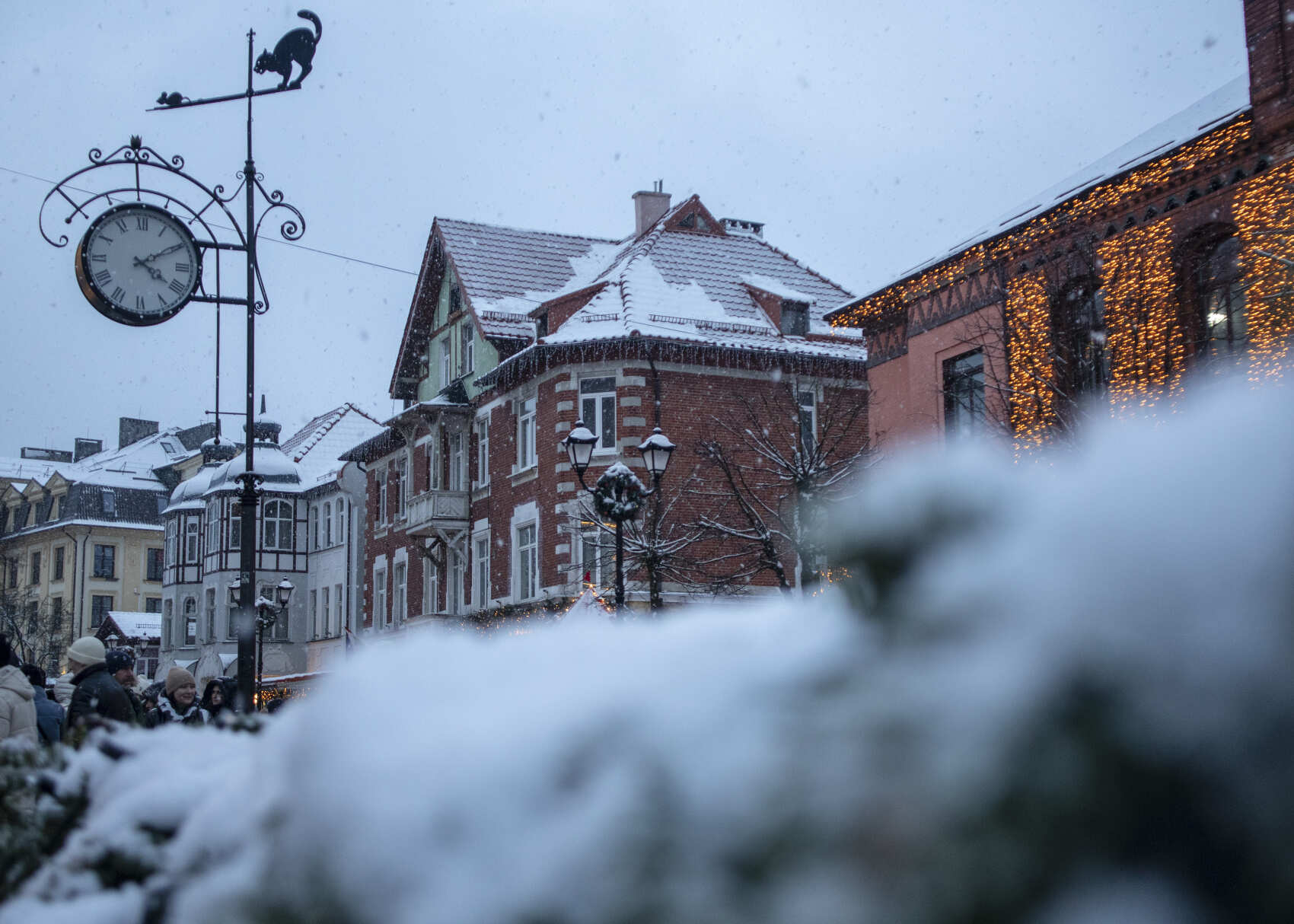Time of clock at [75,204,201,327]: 4:09
